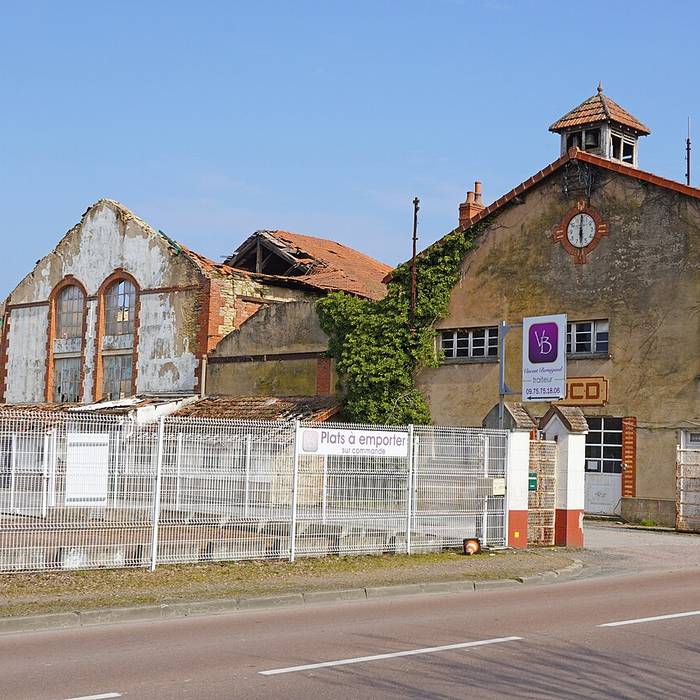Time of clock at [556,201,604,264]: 6:00
